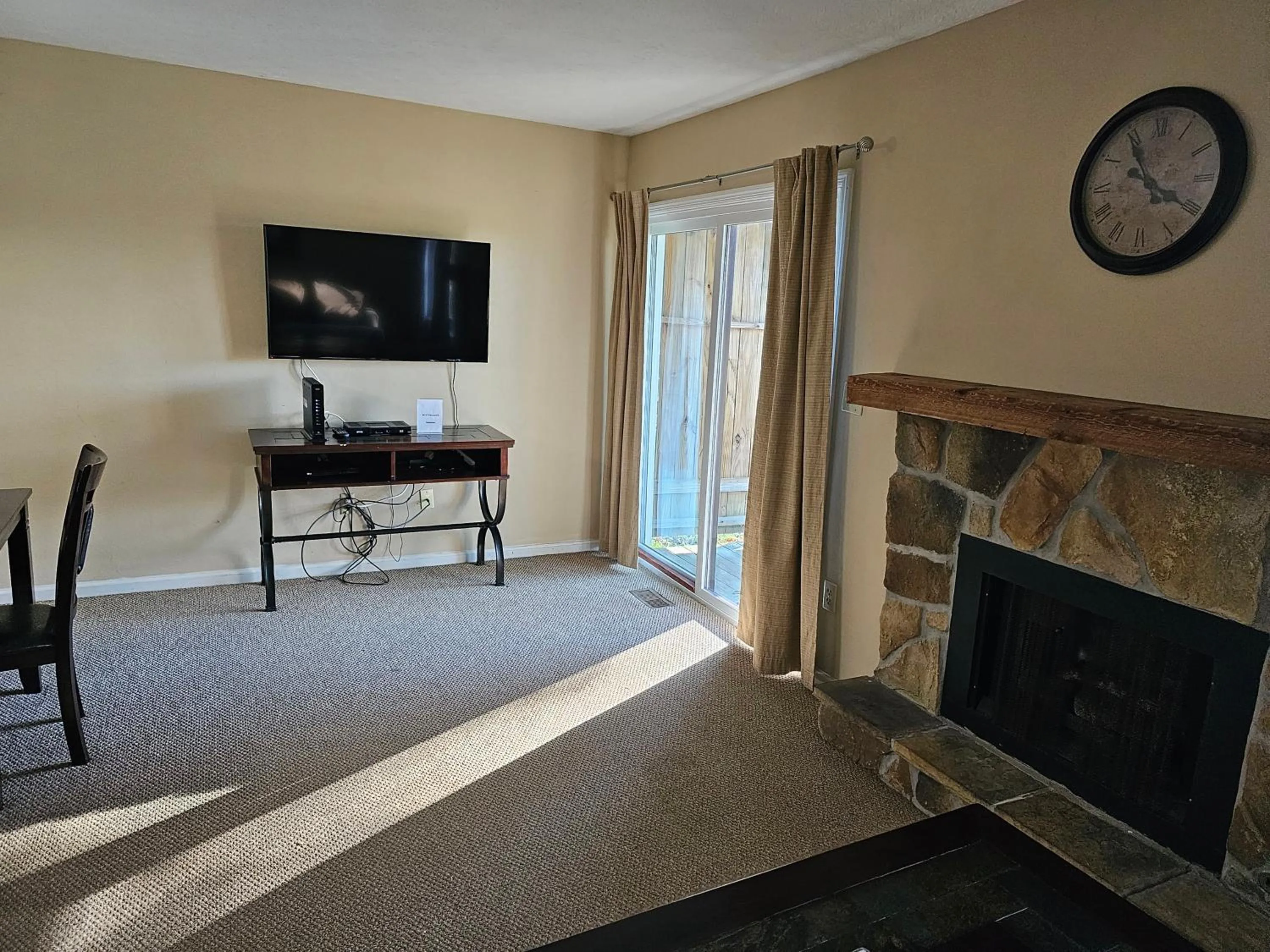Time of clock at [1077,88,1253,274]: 3:54
